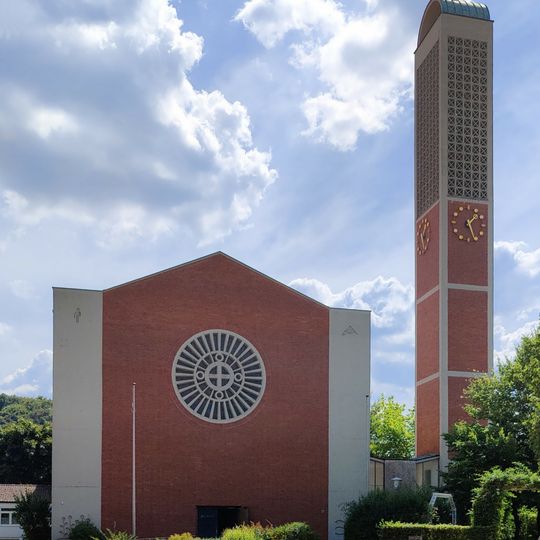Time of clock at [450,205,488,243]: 1:26
